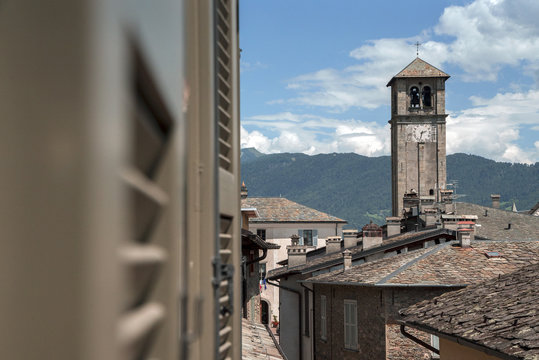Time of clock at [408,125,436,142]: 2:32
